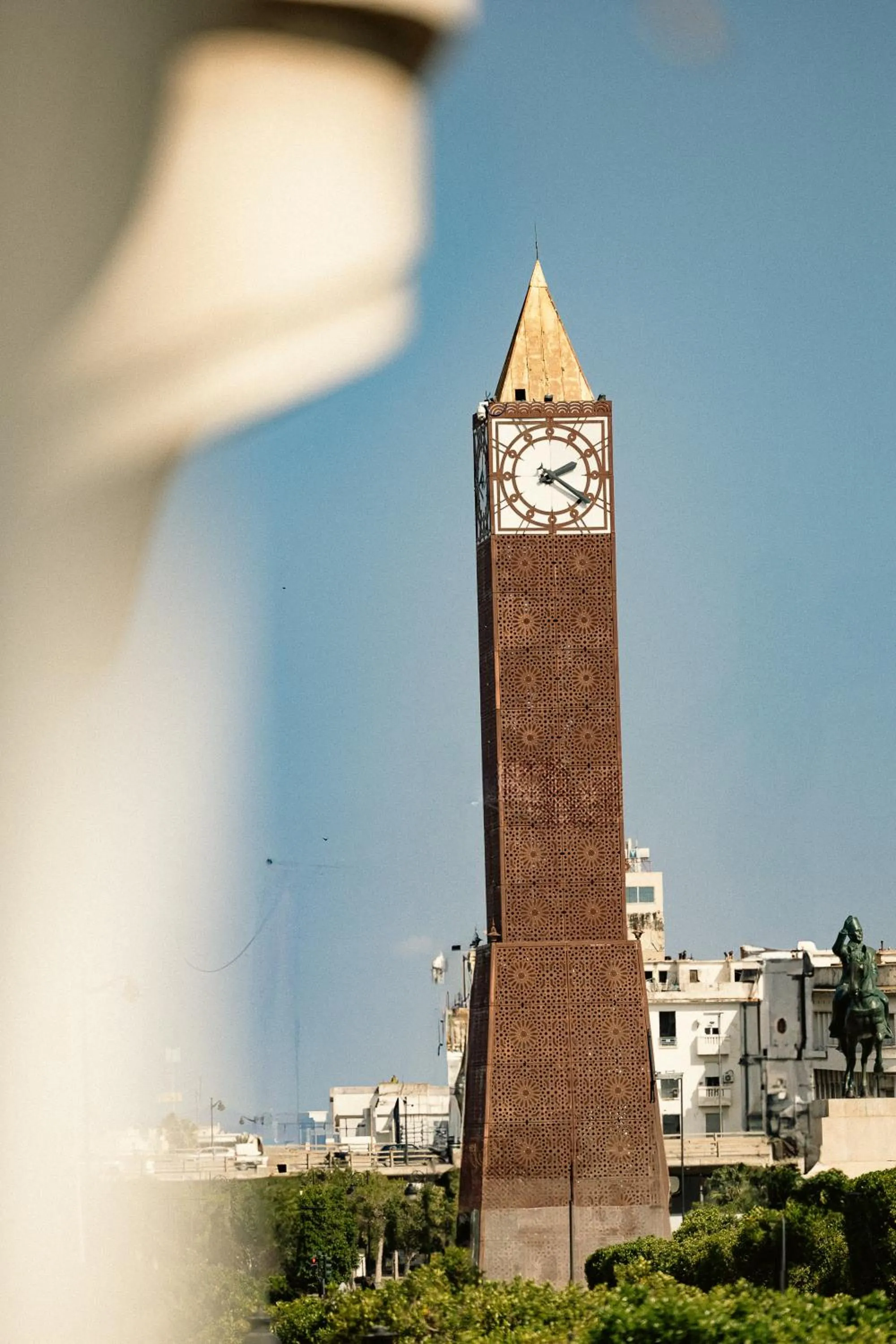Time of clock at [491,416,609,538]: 2:21
